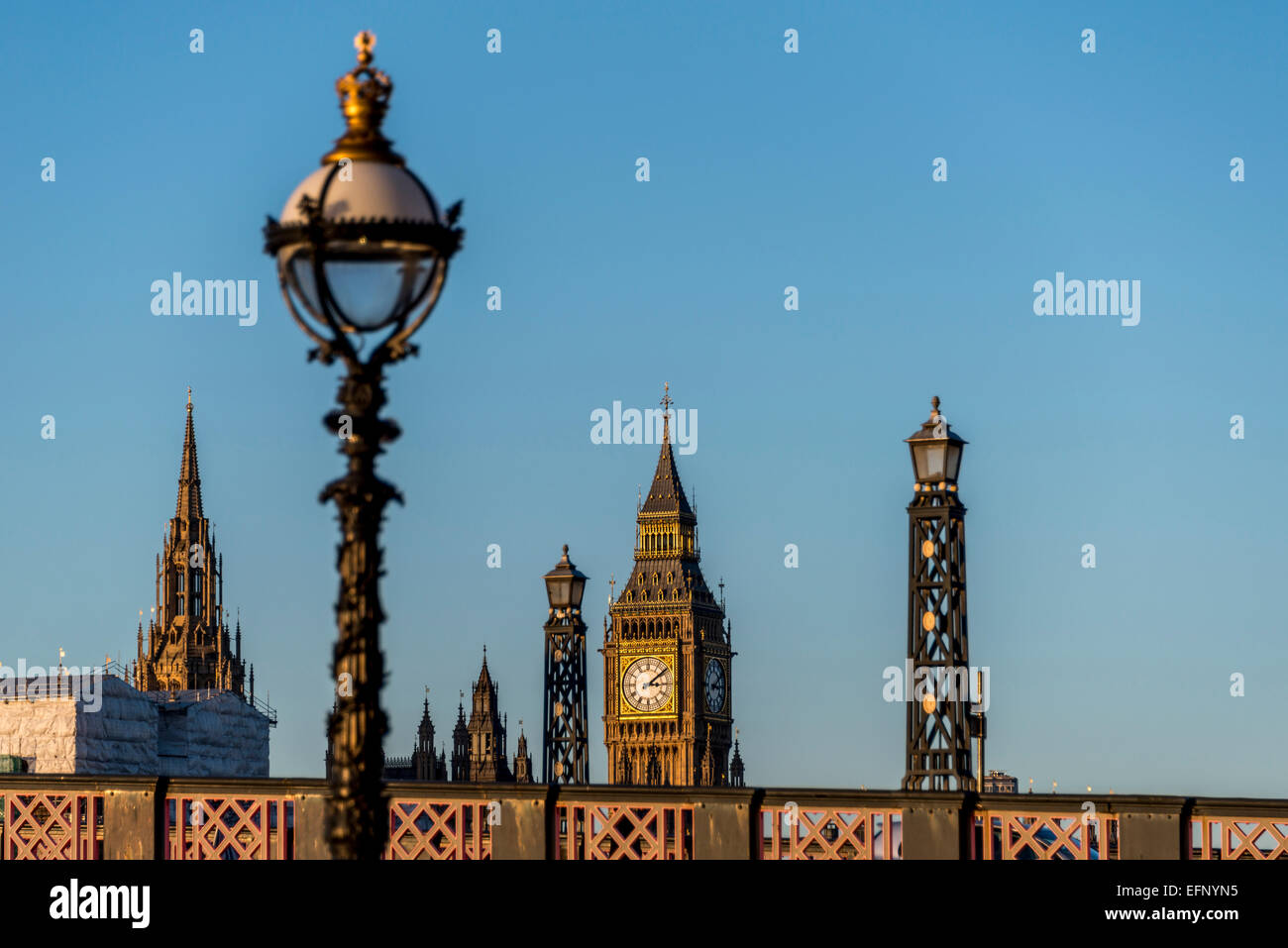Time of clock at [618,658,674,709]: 3:09
